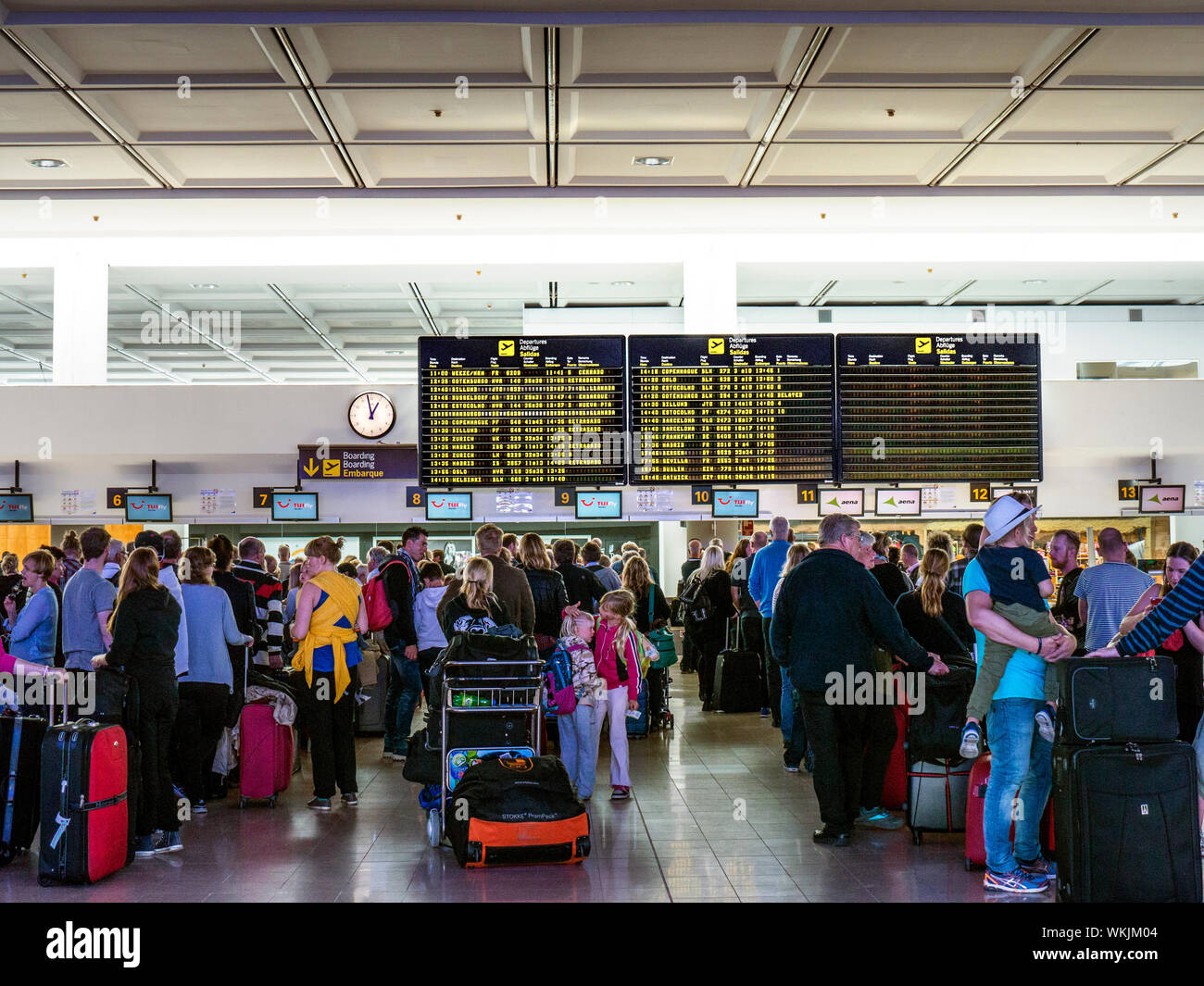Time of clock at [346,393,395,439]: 12:58
